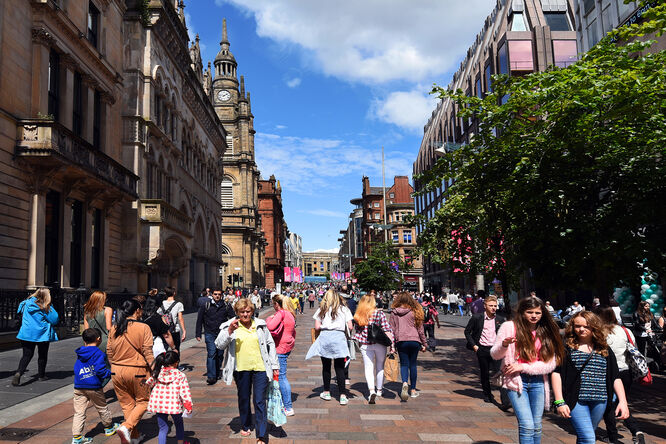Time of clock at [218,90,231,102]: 1:46
